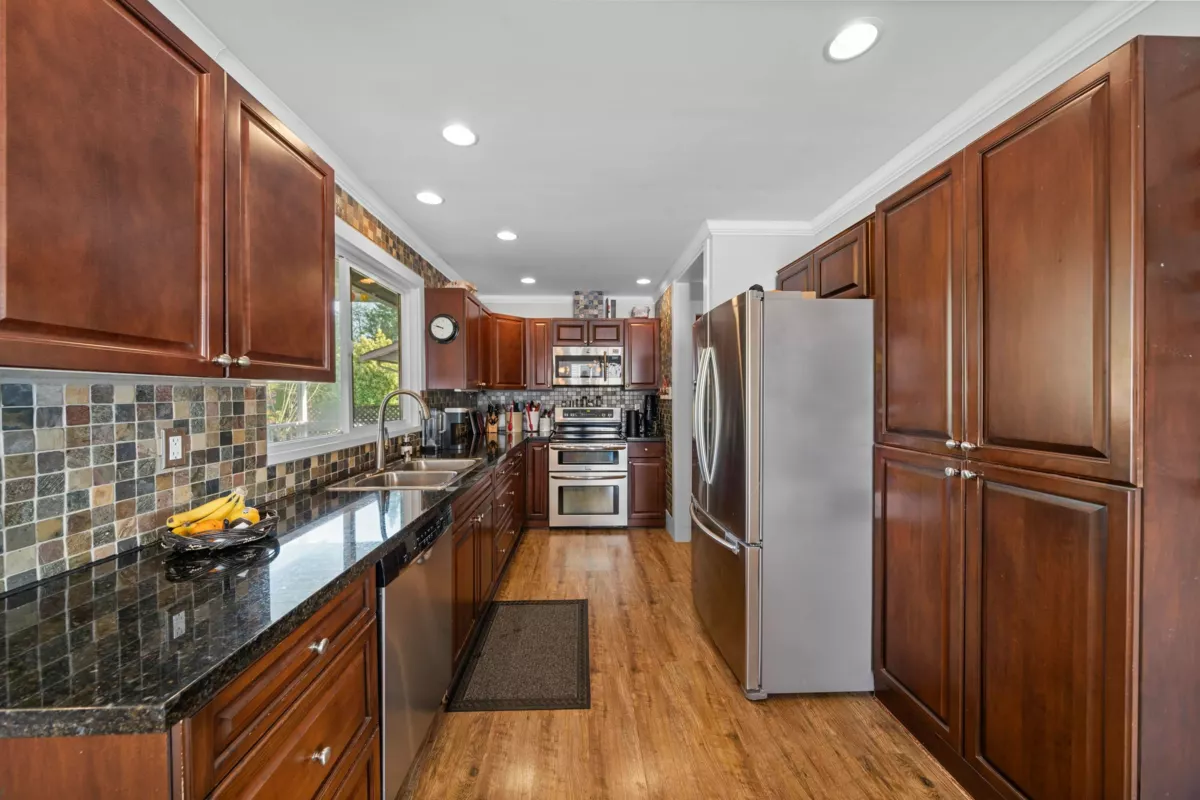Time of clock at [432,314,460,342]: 9:47
